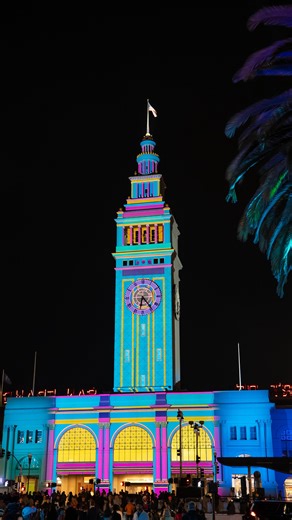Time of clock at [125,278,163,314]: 6:23
